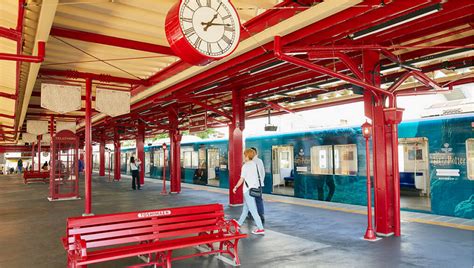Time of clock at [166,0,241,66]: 1:13
